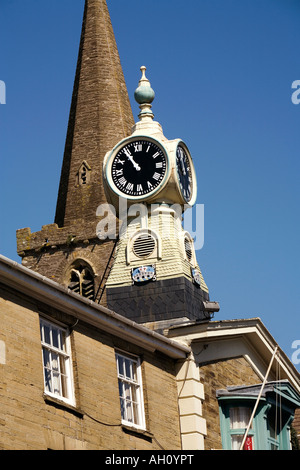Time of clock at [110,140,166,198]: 10:54
